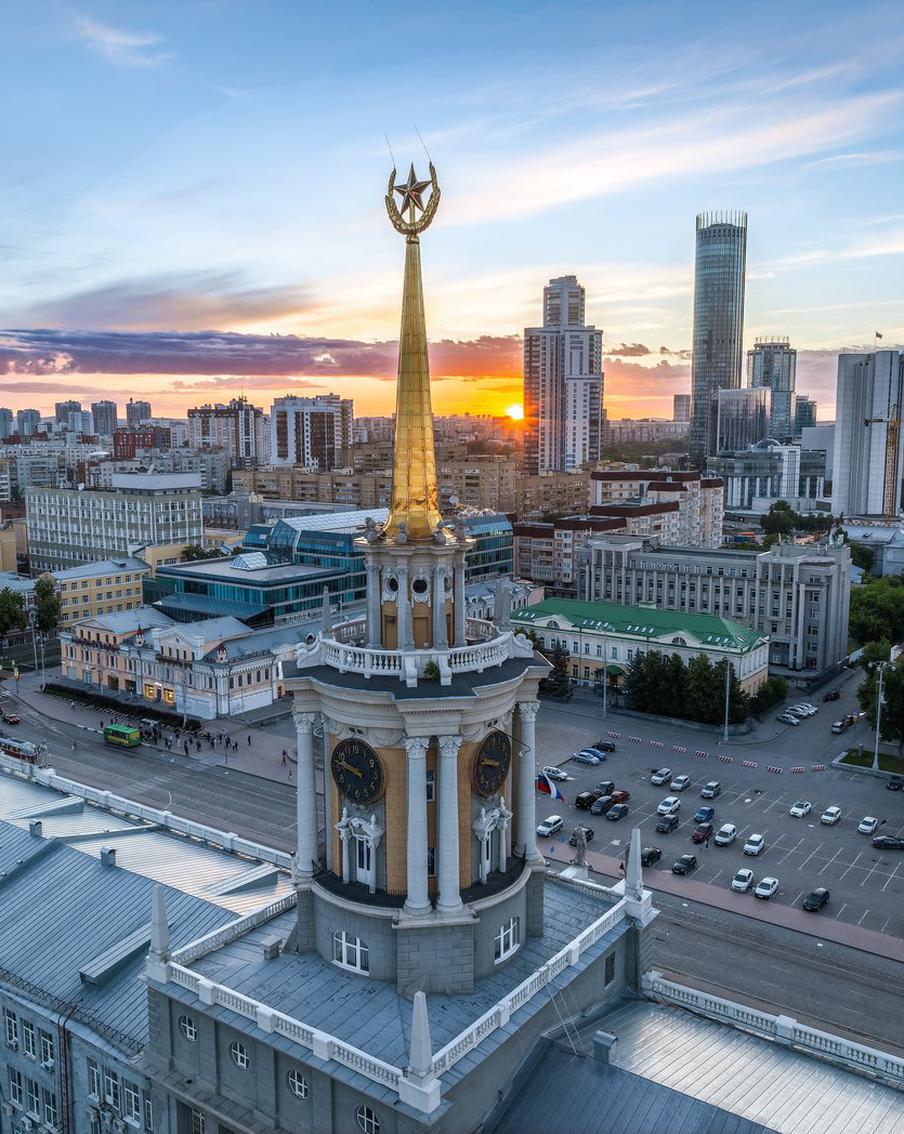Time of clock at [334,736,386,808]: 9:47
